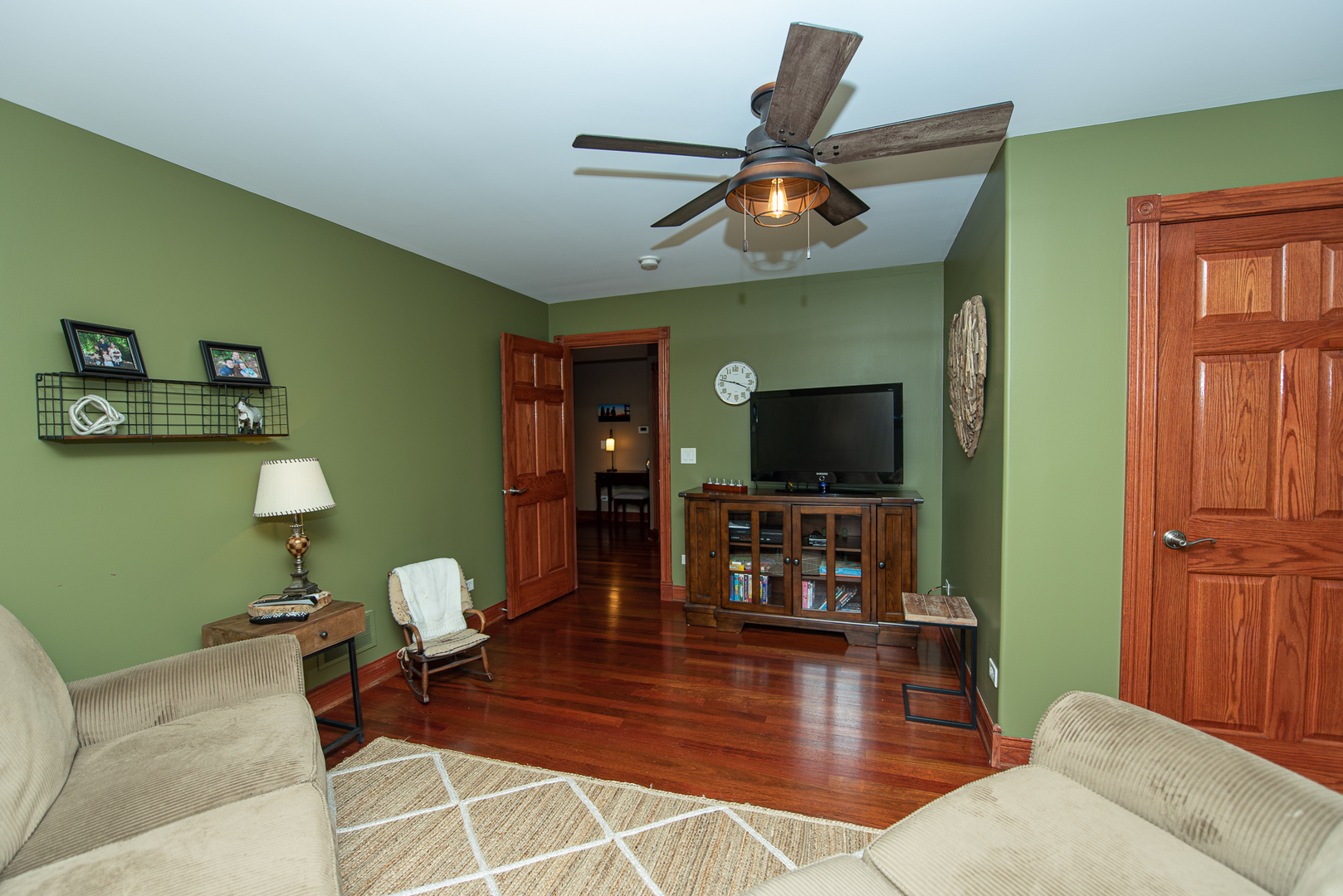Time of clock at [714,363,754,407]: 3:47
